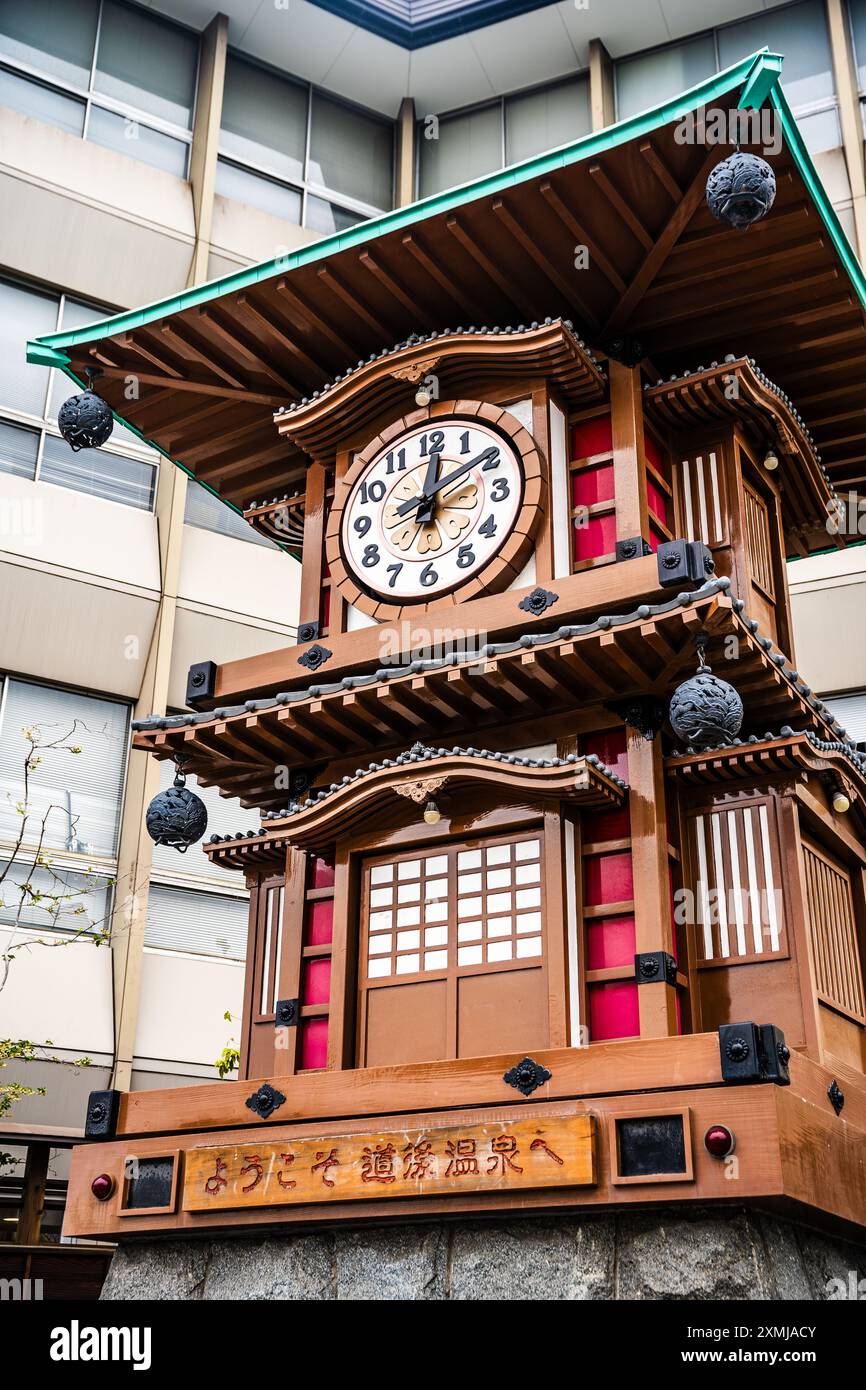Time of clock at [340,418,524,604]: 12:09
